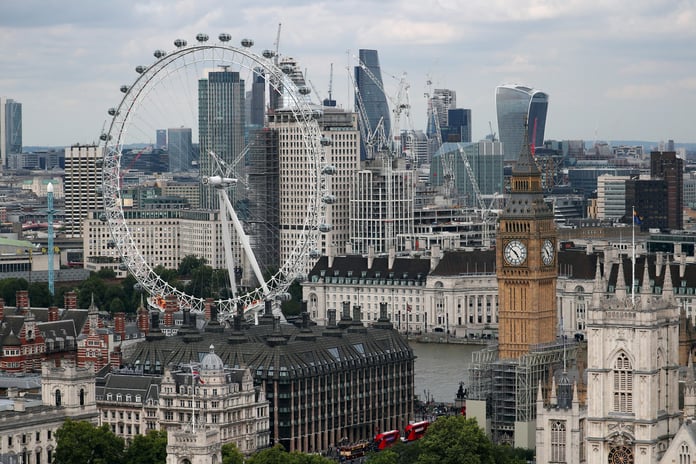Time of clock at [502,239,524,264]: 4:51
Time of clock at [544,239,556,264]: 4:52
